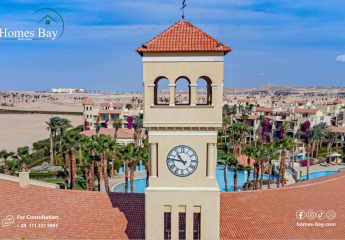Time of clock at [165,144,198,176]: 10:46
